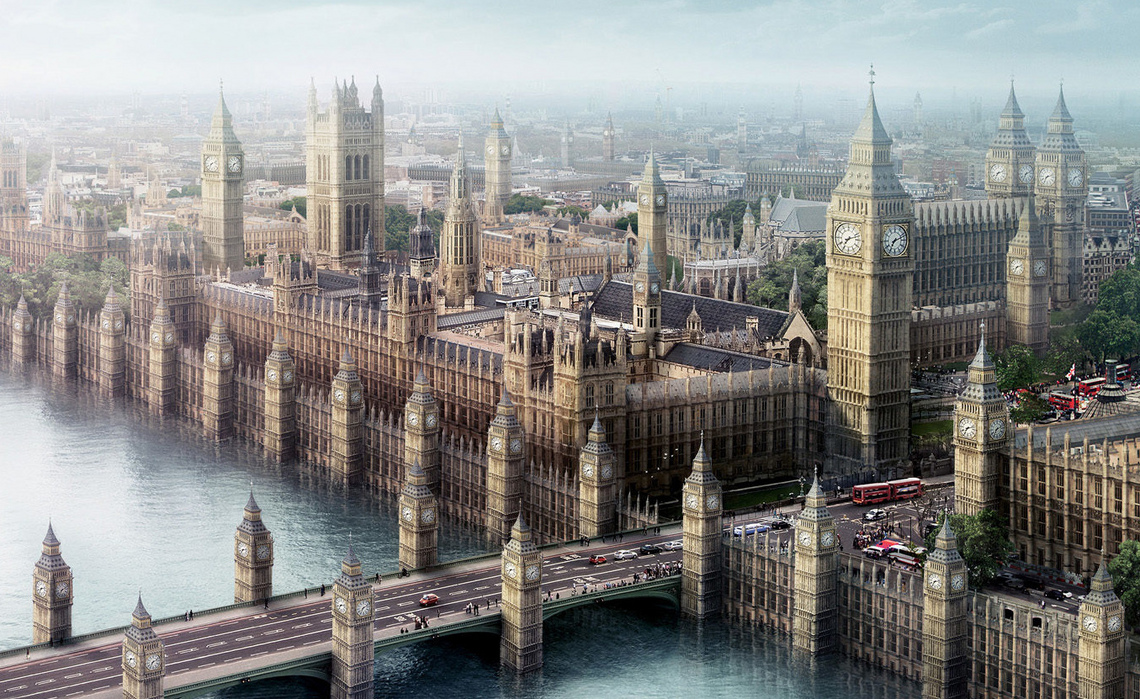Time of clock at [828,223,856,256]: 7:12
